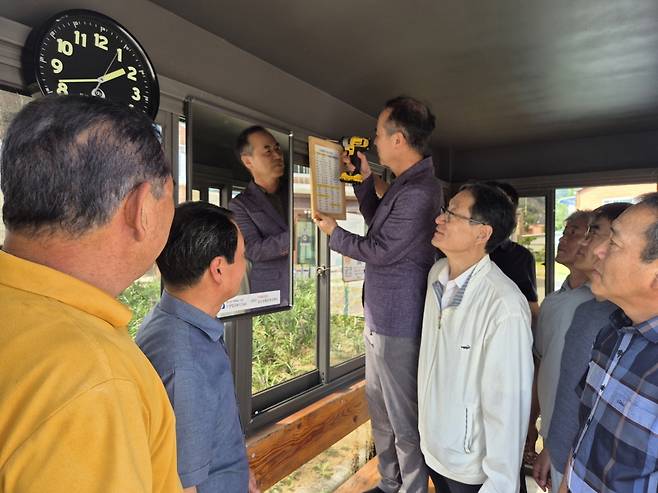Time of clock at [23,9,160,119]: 1:41
